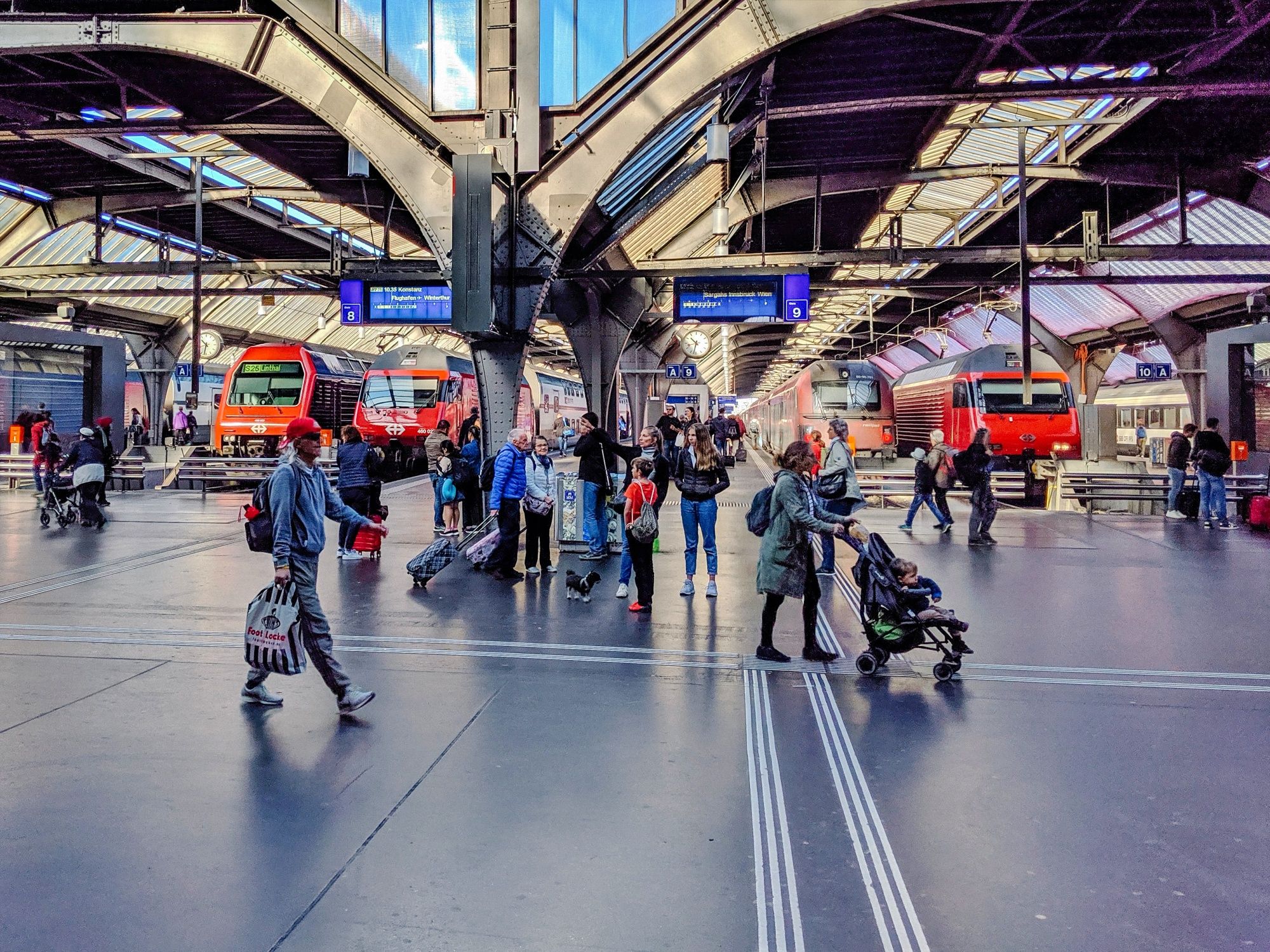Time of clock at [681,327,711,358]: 10:32
